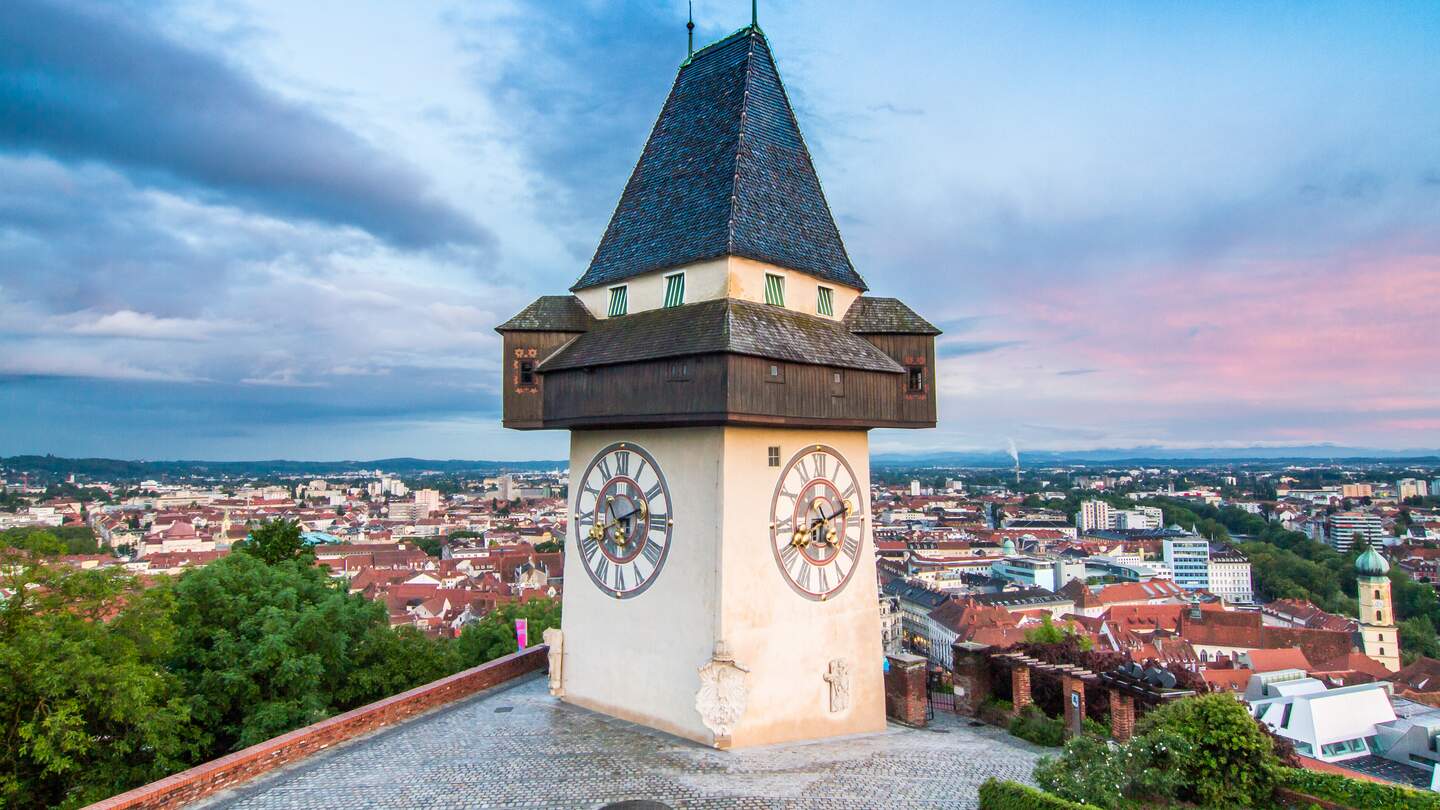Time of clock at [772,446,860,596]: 8:12
